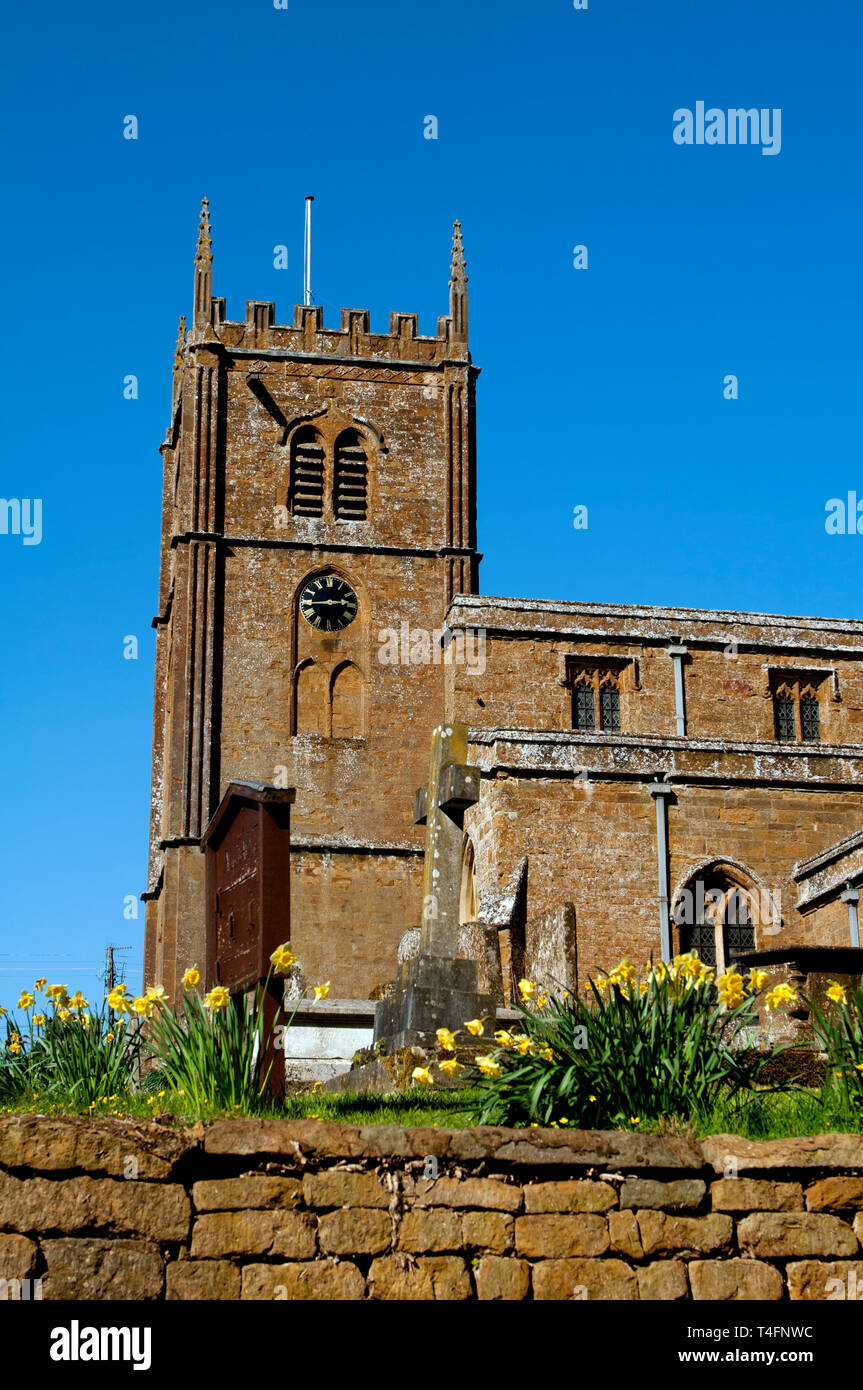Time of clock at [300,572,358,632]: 2:44
